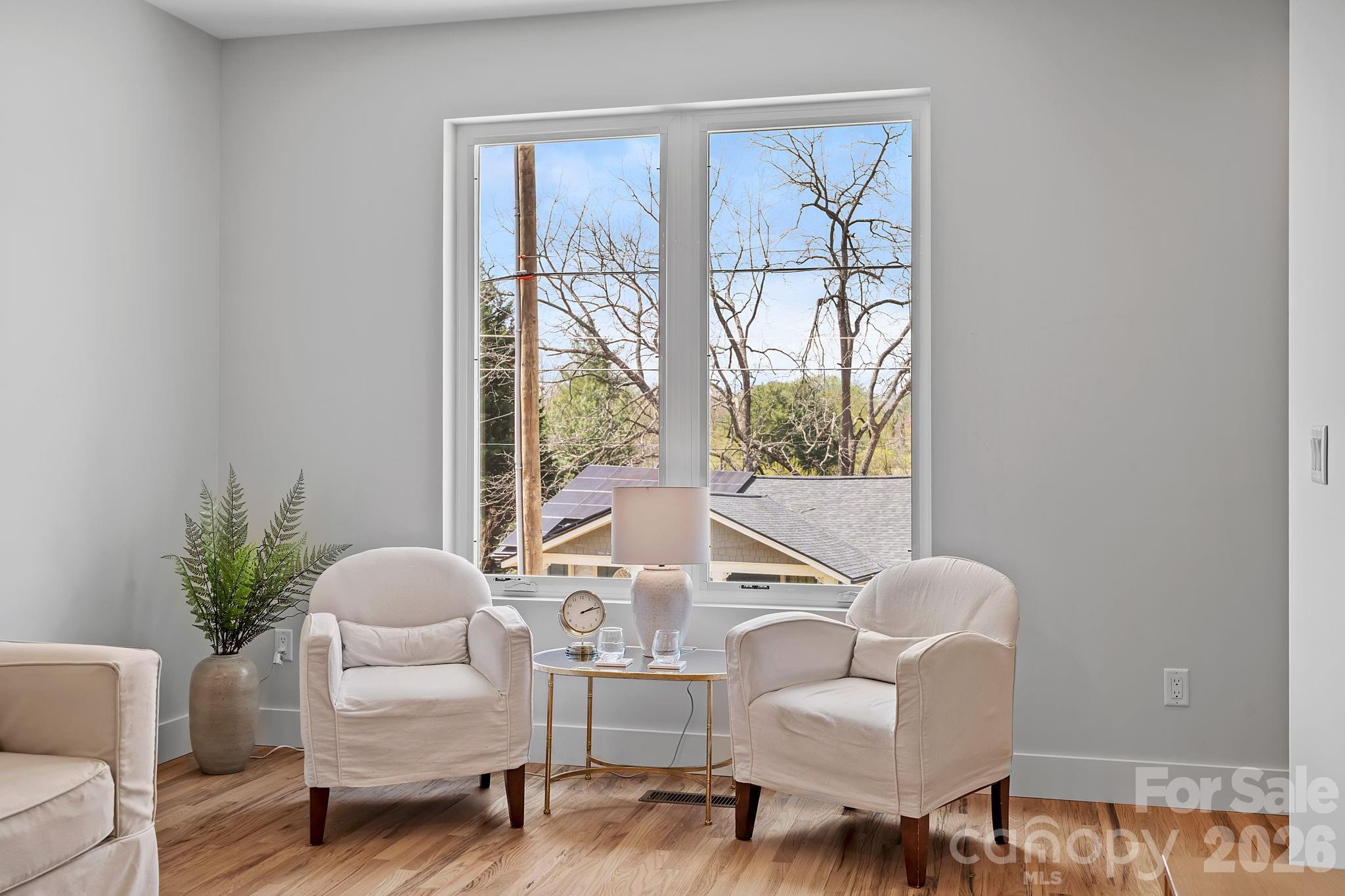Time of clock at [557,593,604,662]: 2:12
